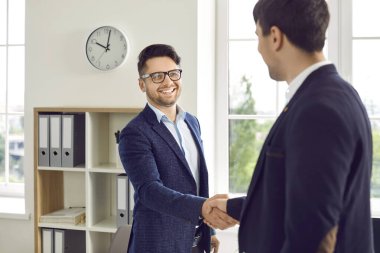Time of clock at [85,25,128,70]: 10:02
